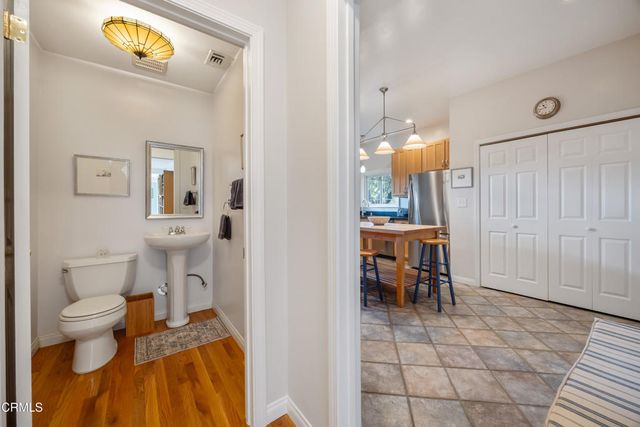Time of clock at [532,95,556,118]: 10:42
